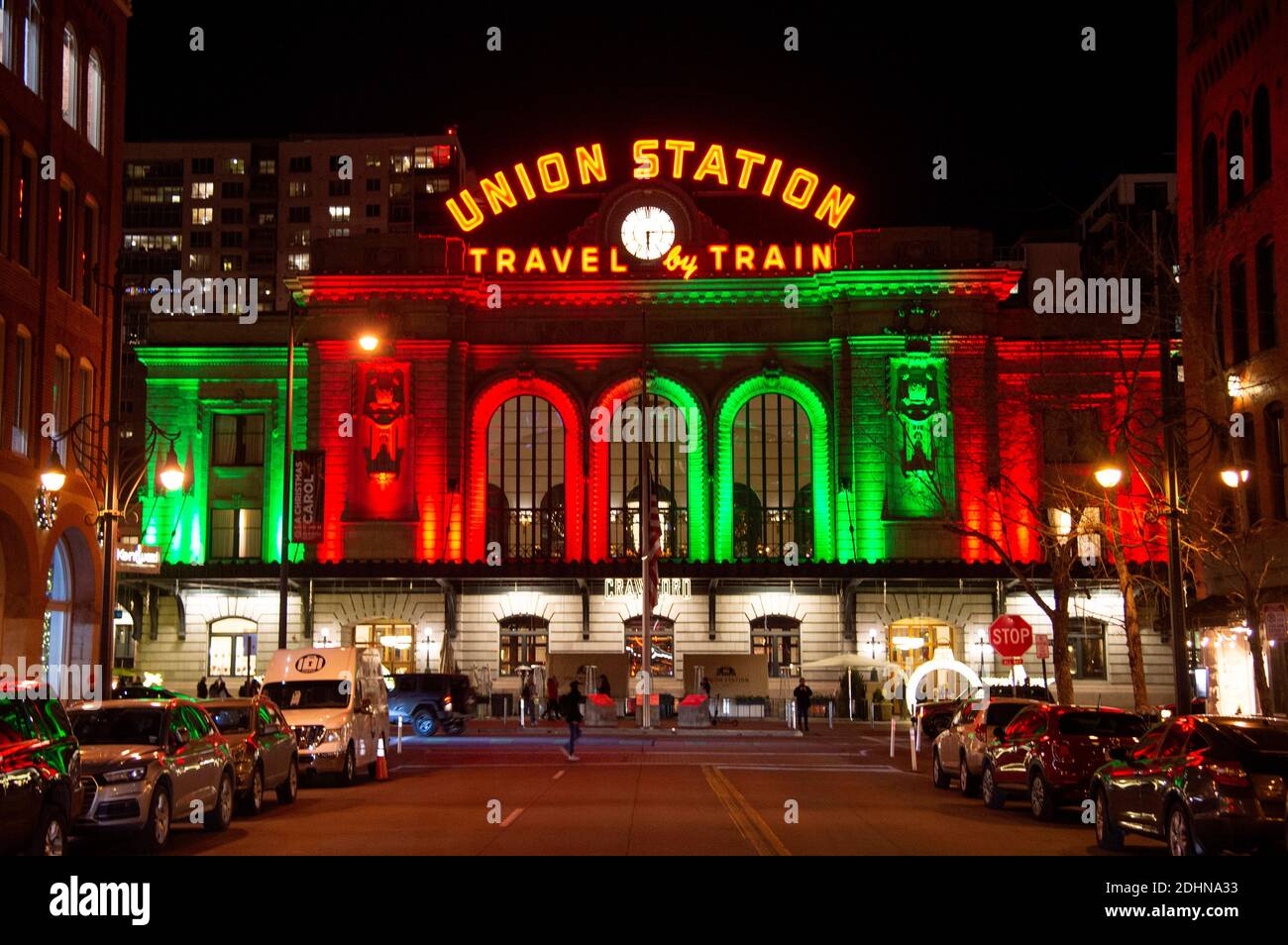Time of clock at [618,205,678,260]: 6:14
